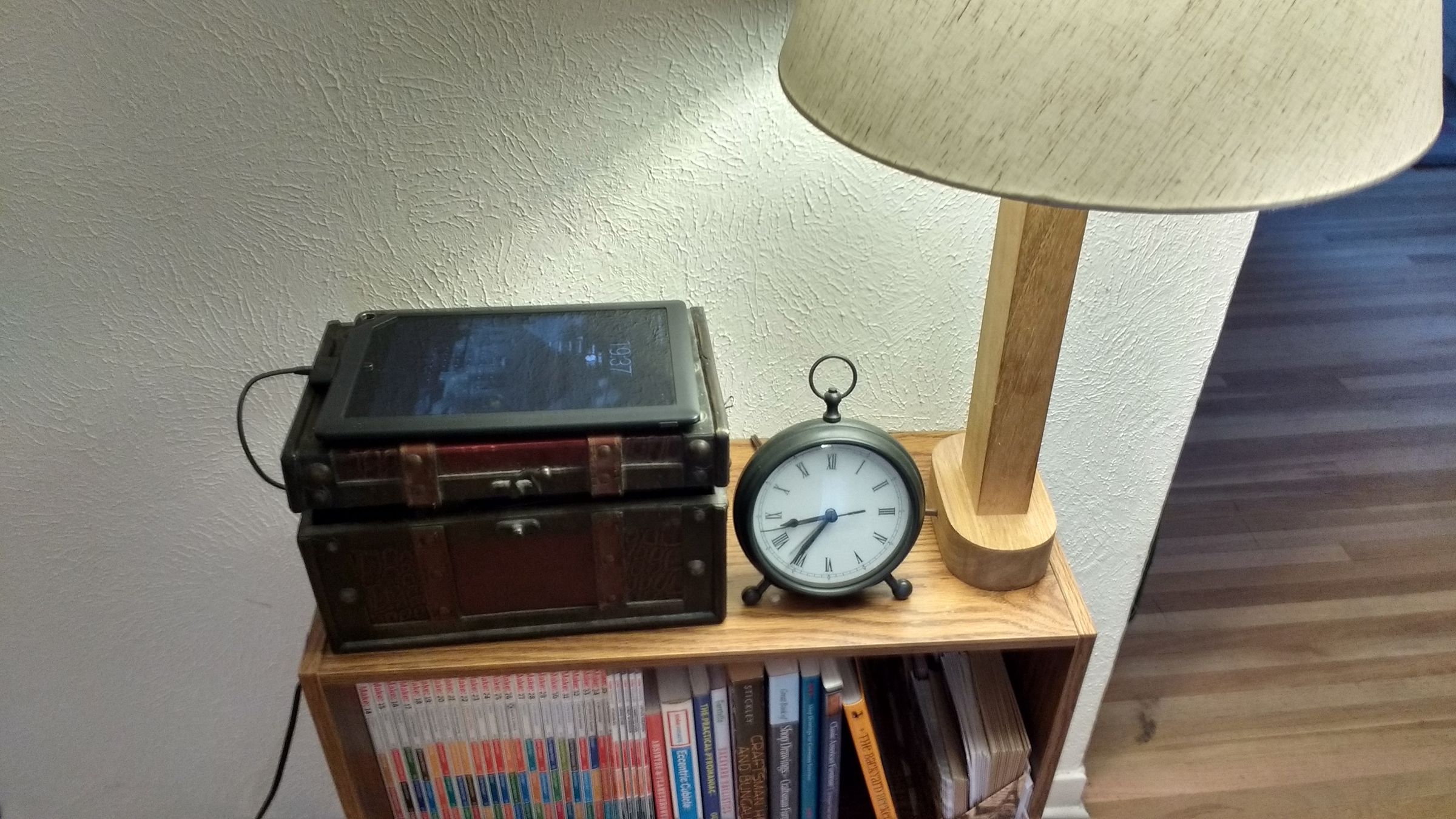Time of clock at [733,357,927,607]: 8:35
